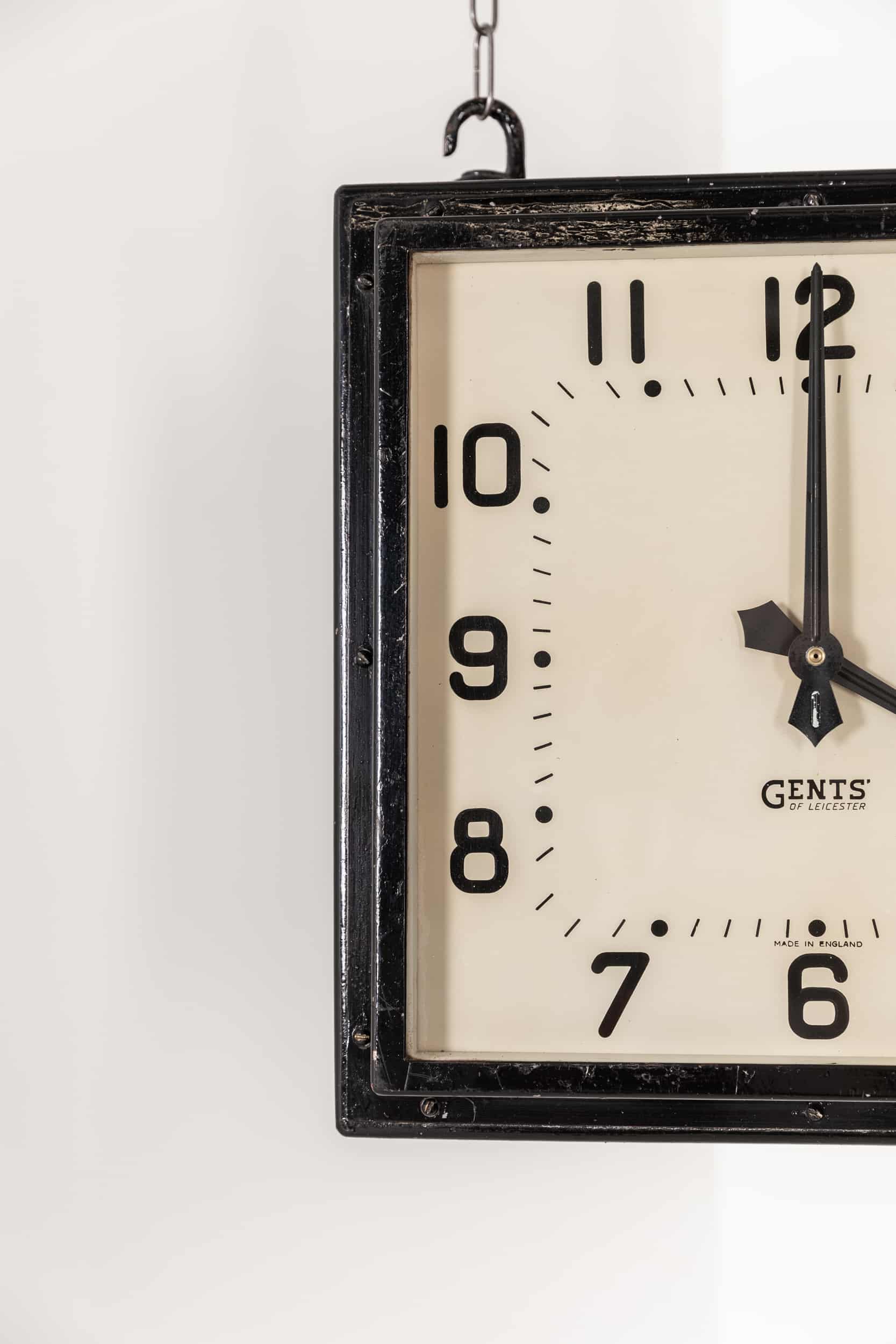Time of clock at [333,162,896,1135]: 4:01
